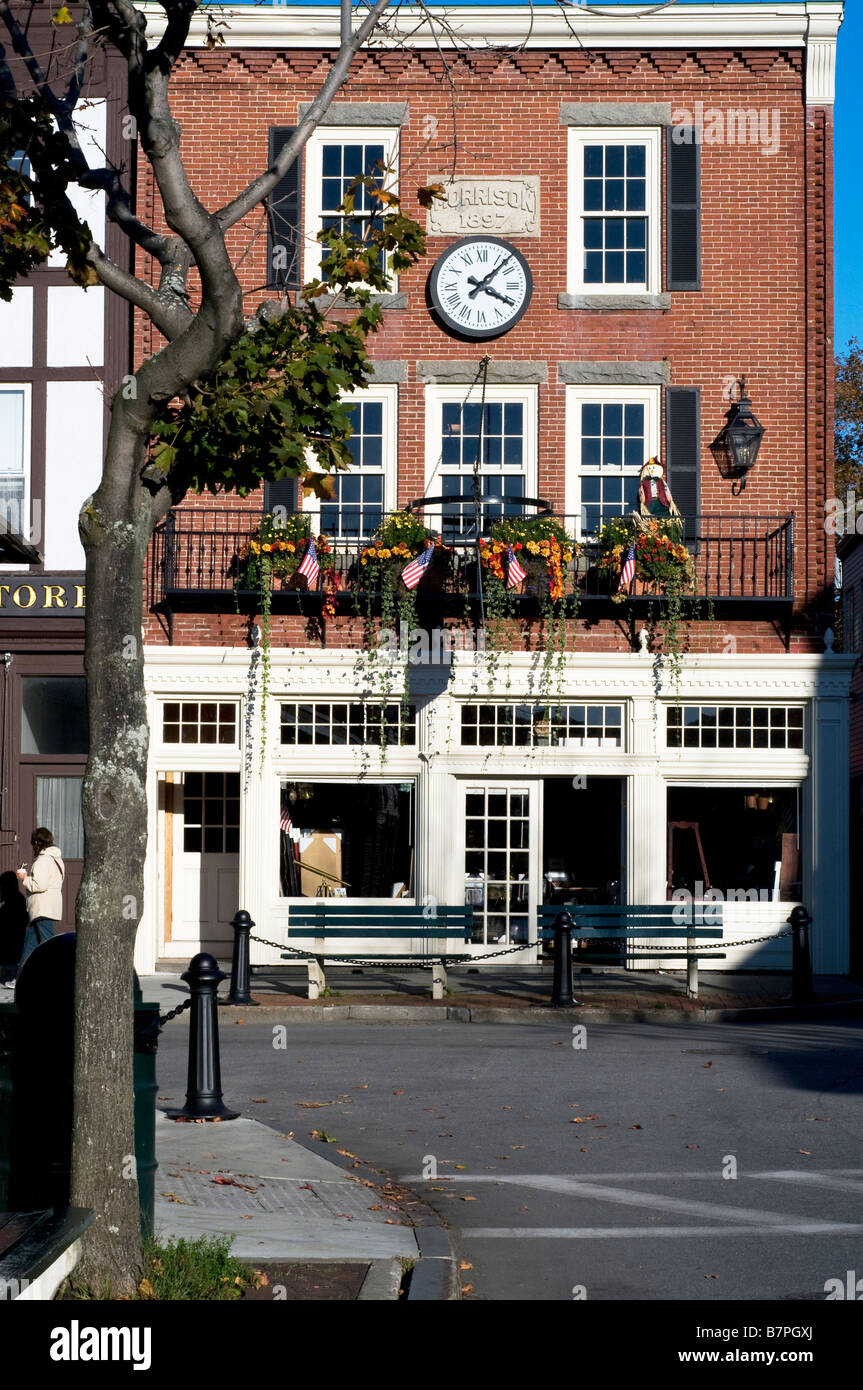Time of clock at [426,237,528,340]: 4:07
